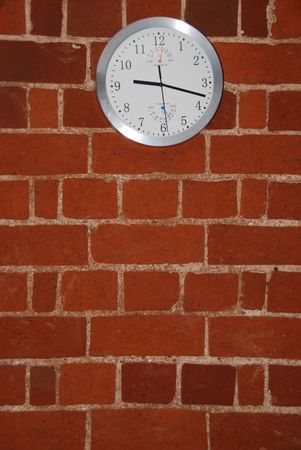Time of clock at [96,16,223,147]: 9:17
